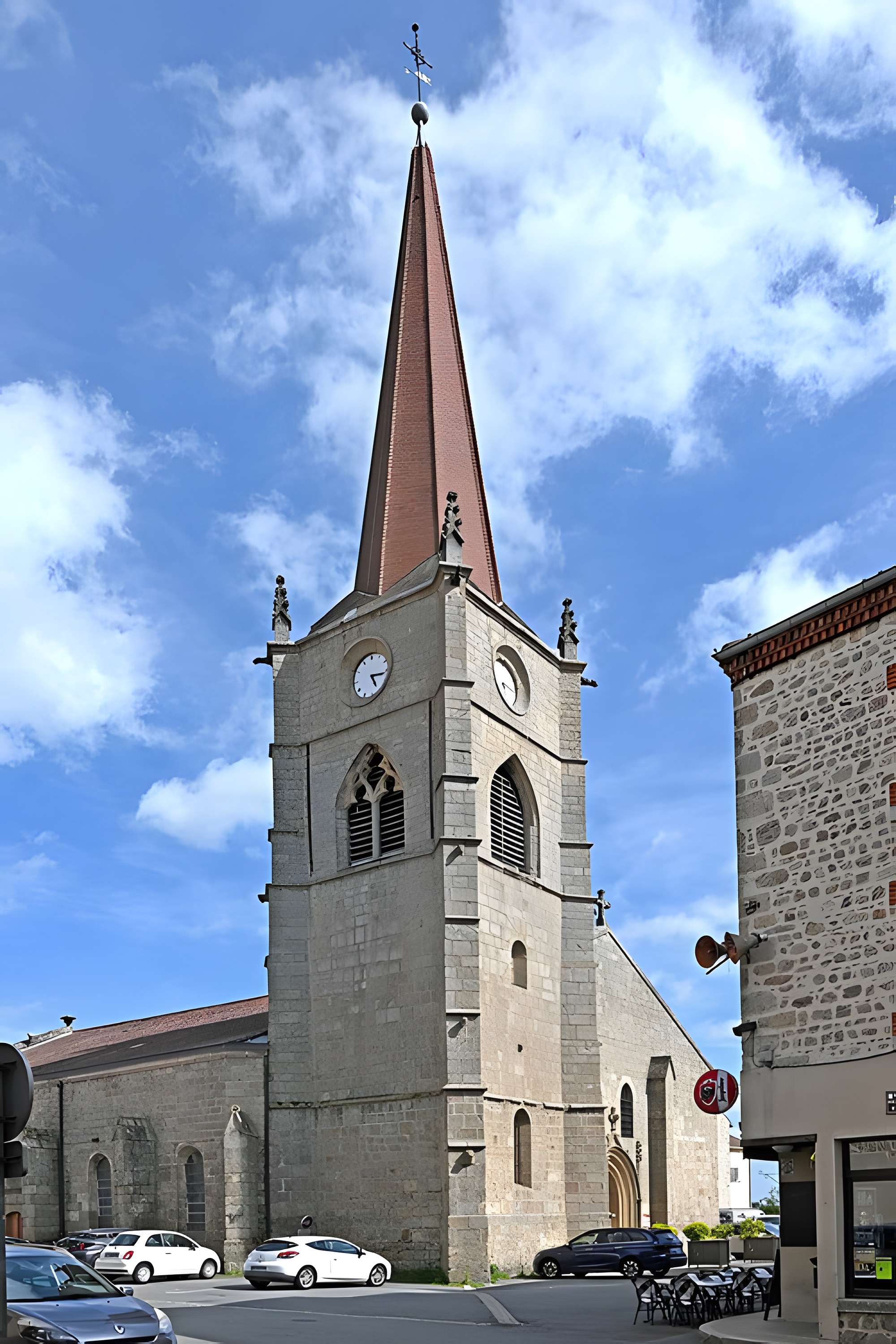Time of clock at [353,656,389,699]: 5:16
